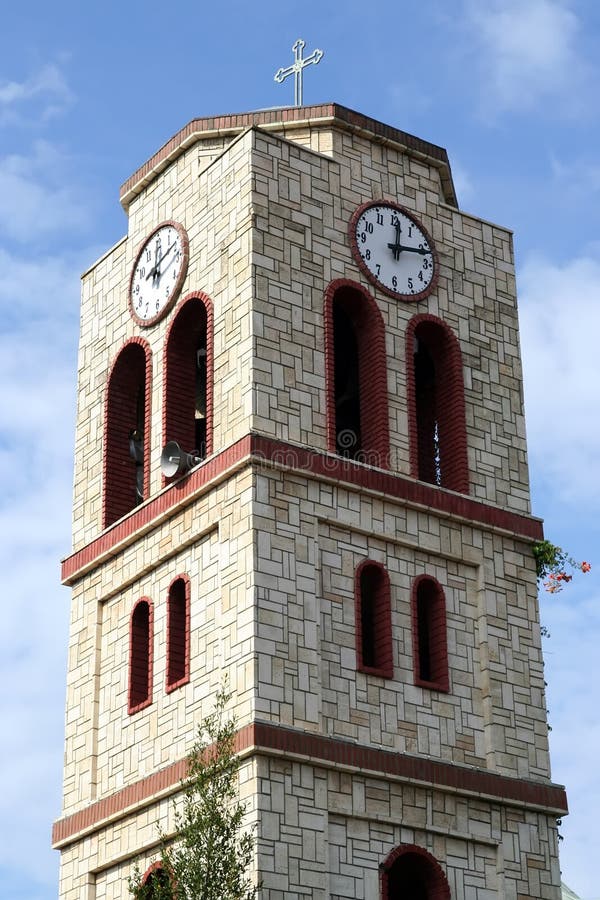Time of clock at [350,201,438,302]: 12:12
